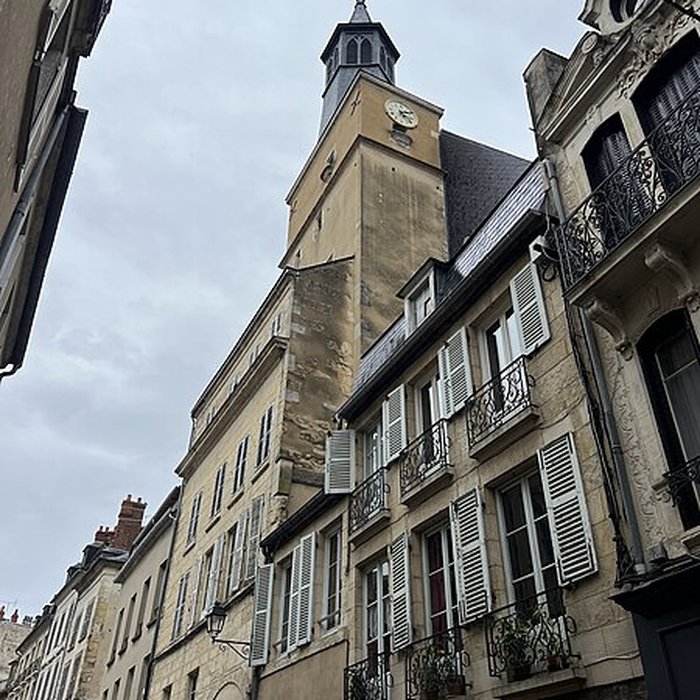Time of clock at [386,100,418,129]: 2:23
